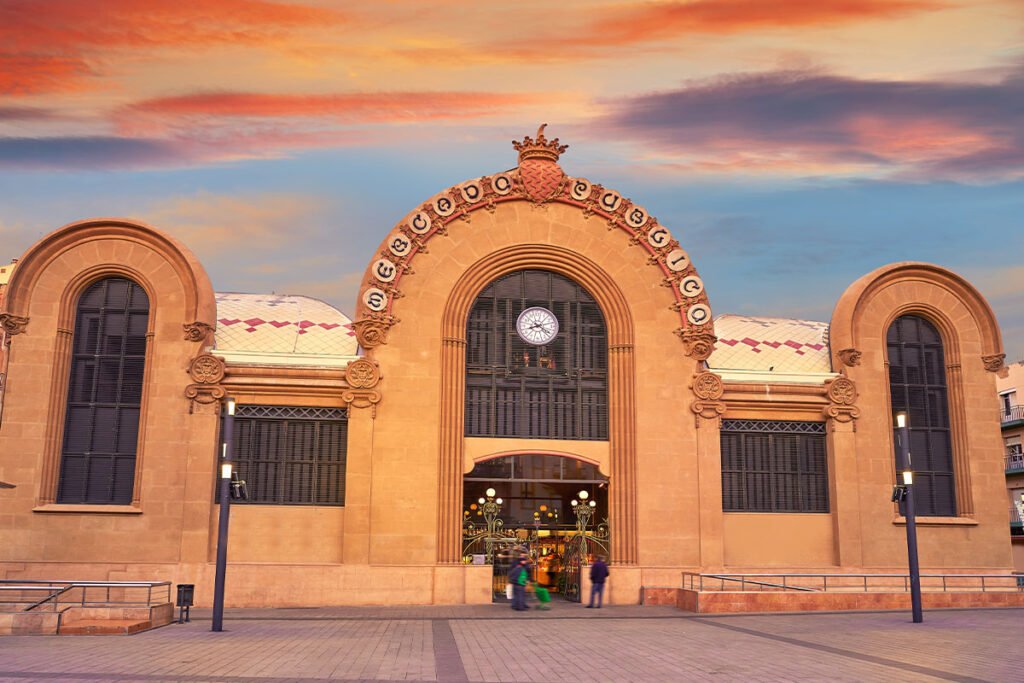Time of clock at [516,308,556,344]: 8:20
